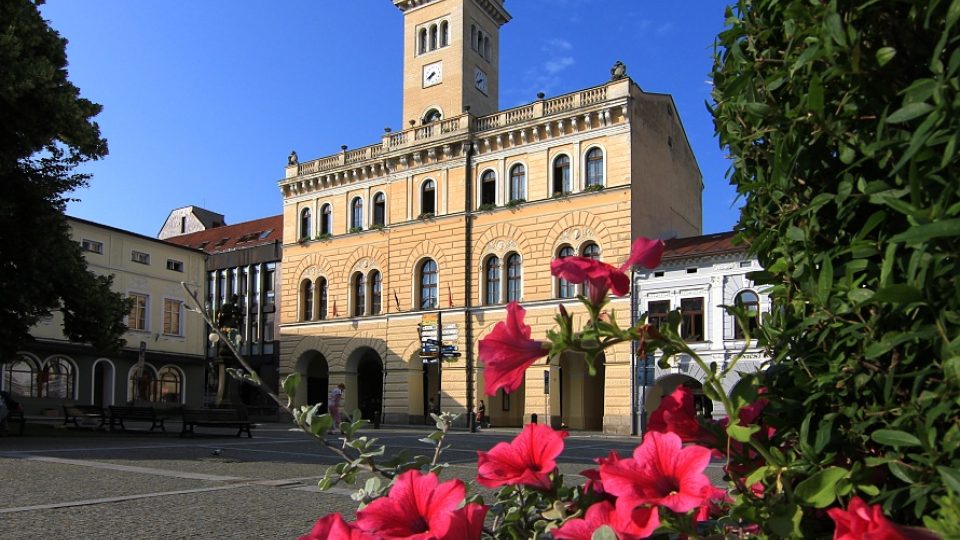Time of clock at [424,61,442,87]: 7:40
